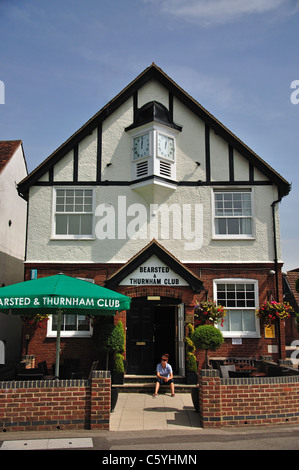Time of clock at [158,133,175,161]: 12:02
